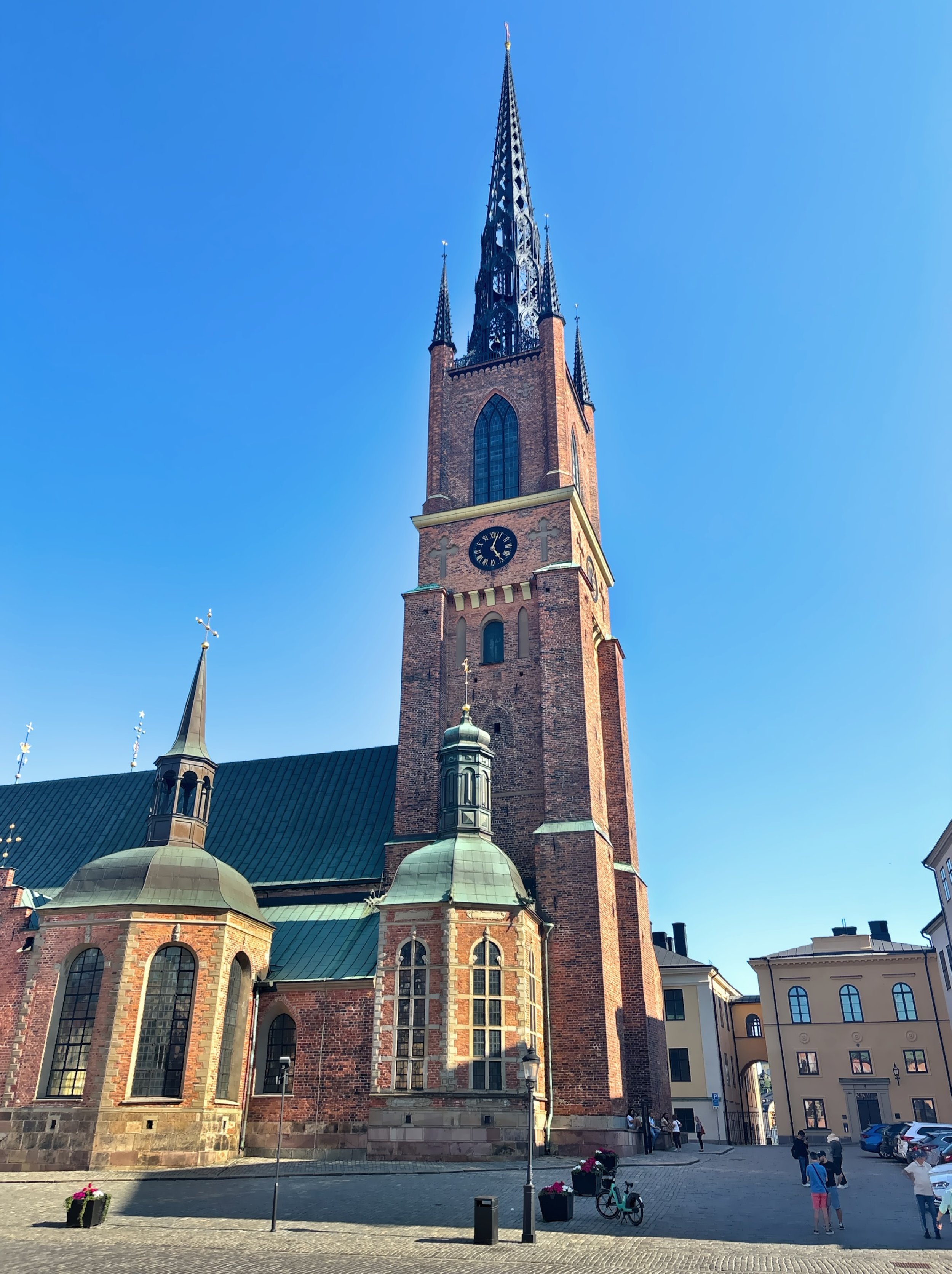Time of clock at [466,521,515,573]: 5:03
